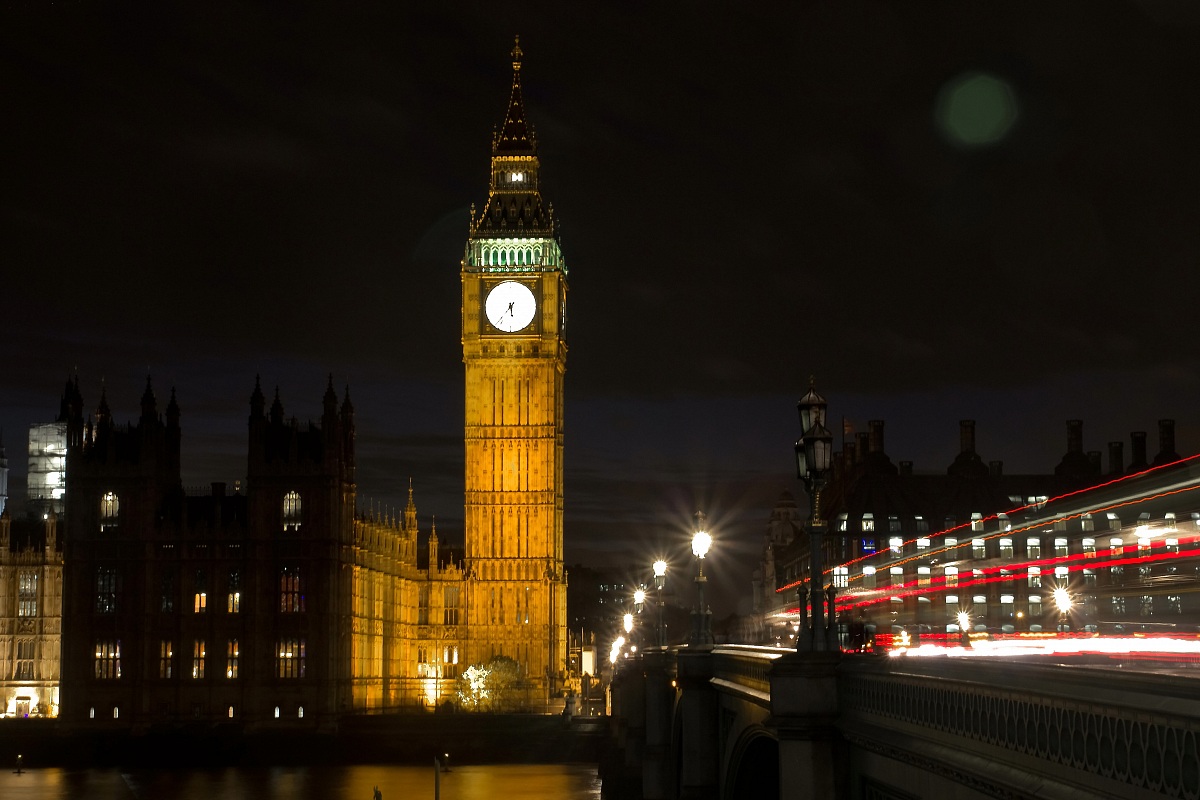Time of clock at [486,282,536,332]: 5:36
